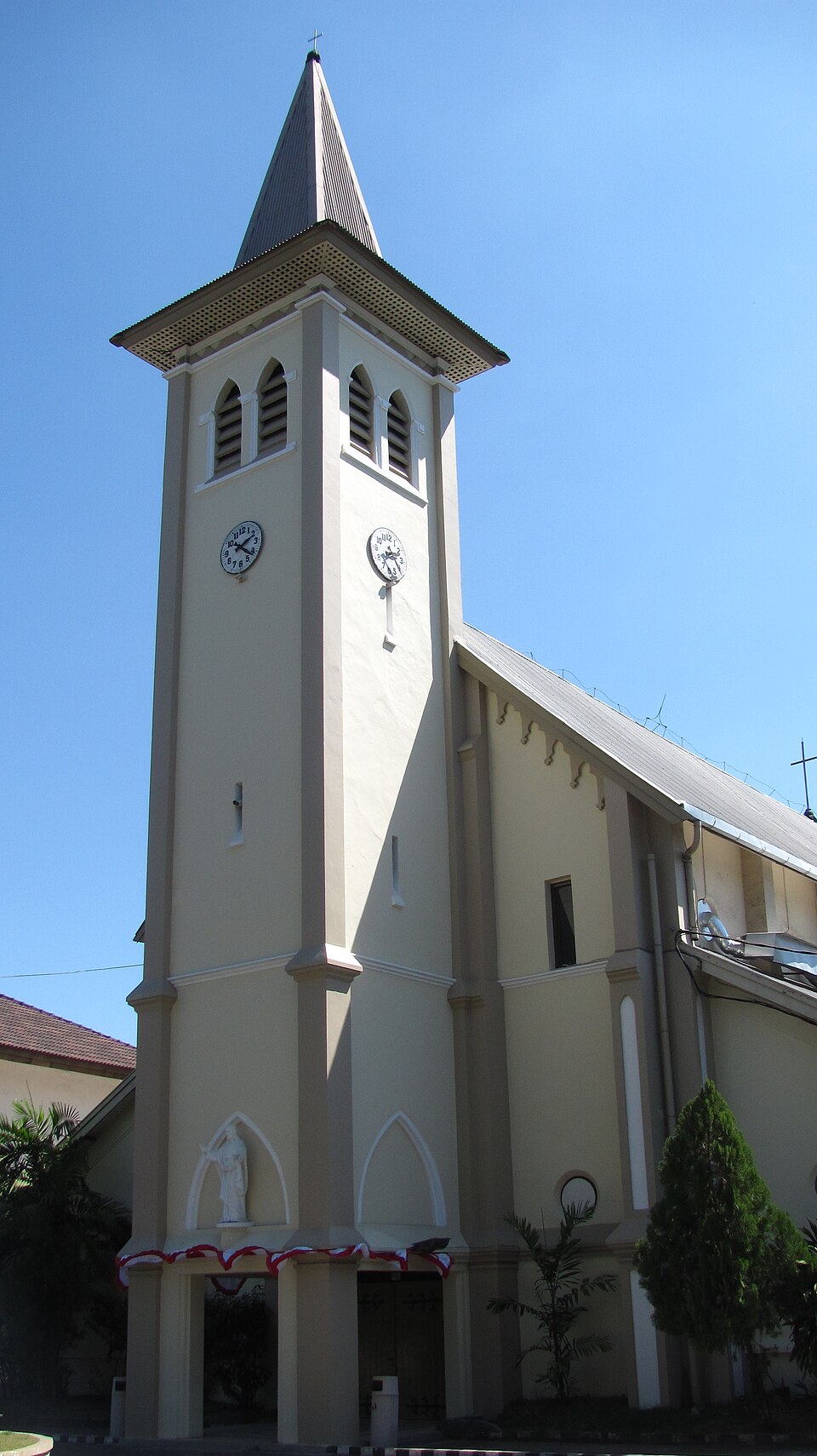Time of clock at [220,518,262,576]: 2:21
